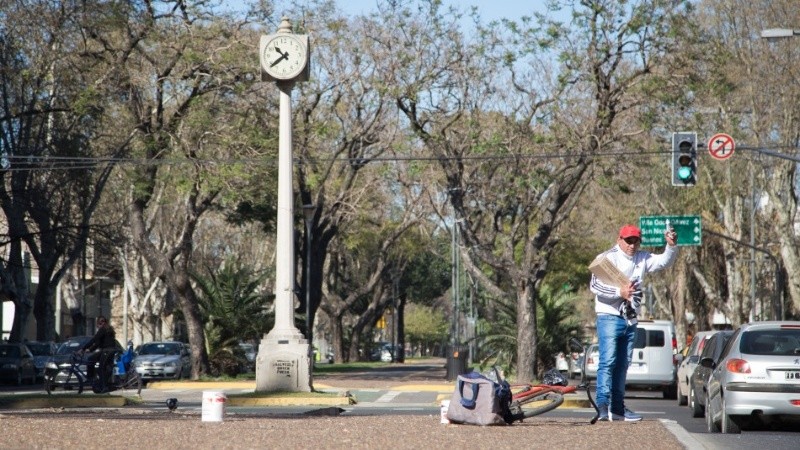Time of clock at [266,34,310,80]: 10:39
